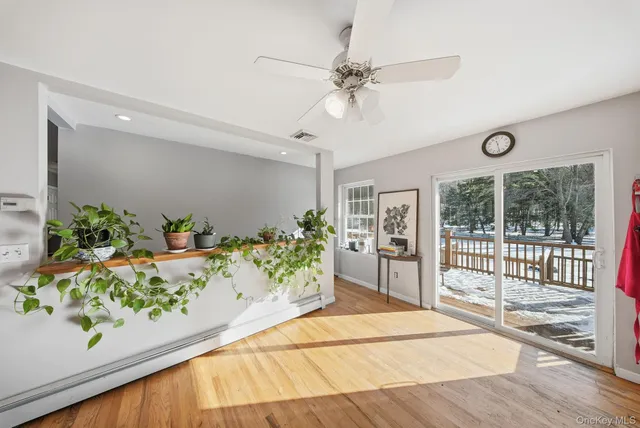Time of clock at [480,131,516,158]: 11:28
